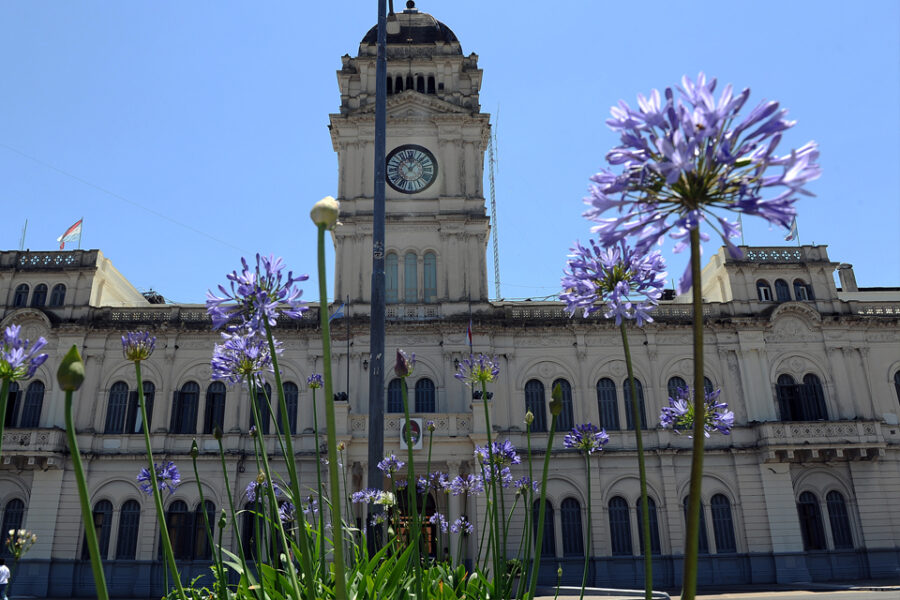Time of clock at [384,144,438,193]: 12:07
